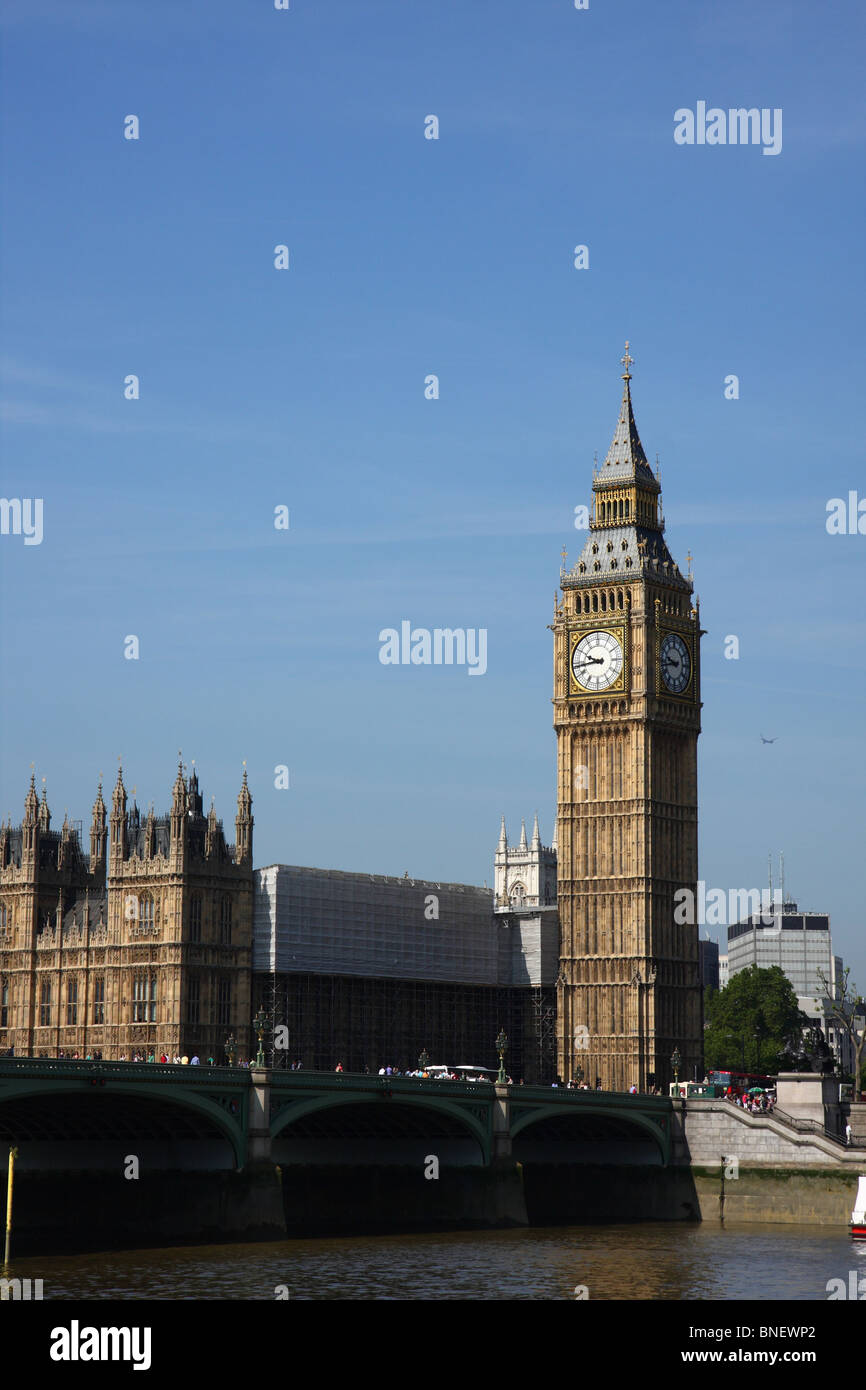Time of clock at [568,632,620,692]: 9:43
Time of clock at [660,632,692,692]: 9:43
